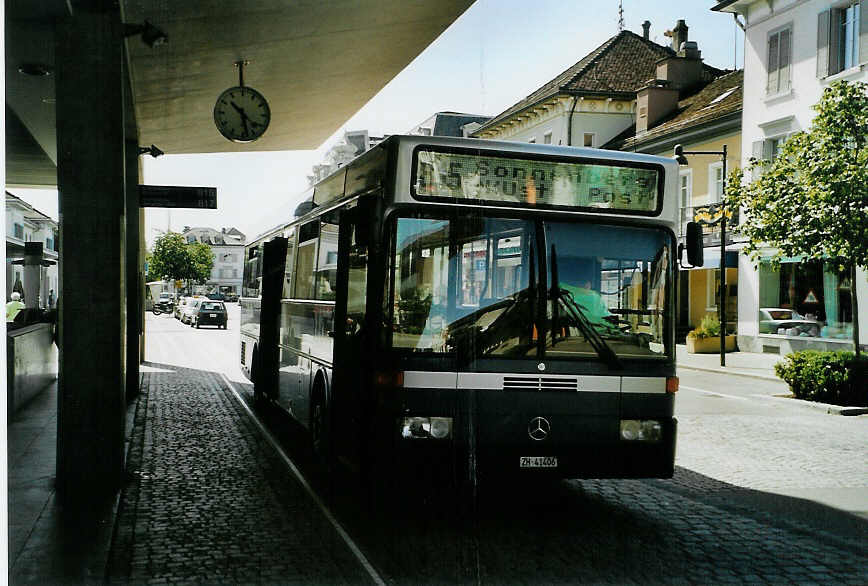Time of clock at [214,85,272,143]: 10:28
